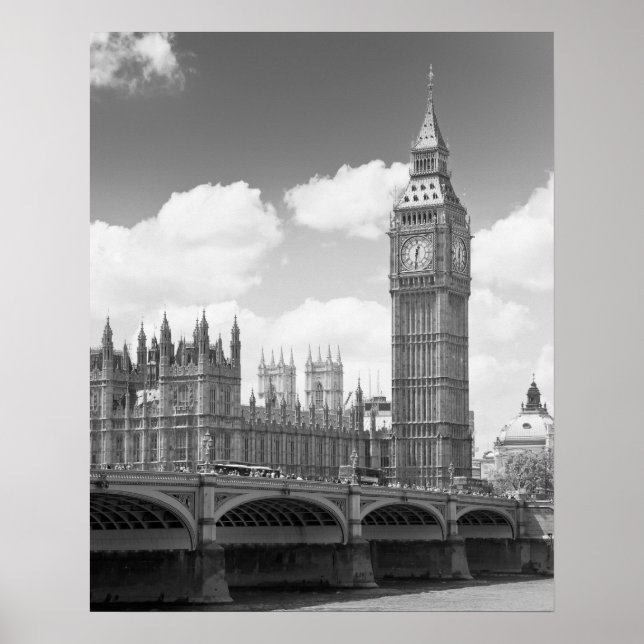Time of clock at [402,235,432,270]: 12:30
